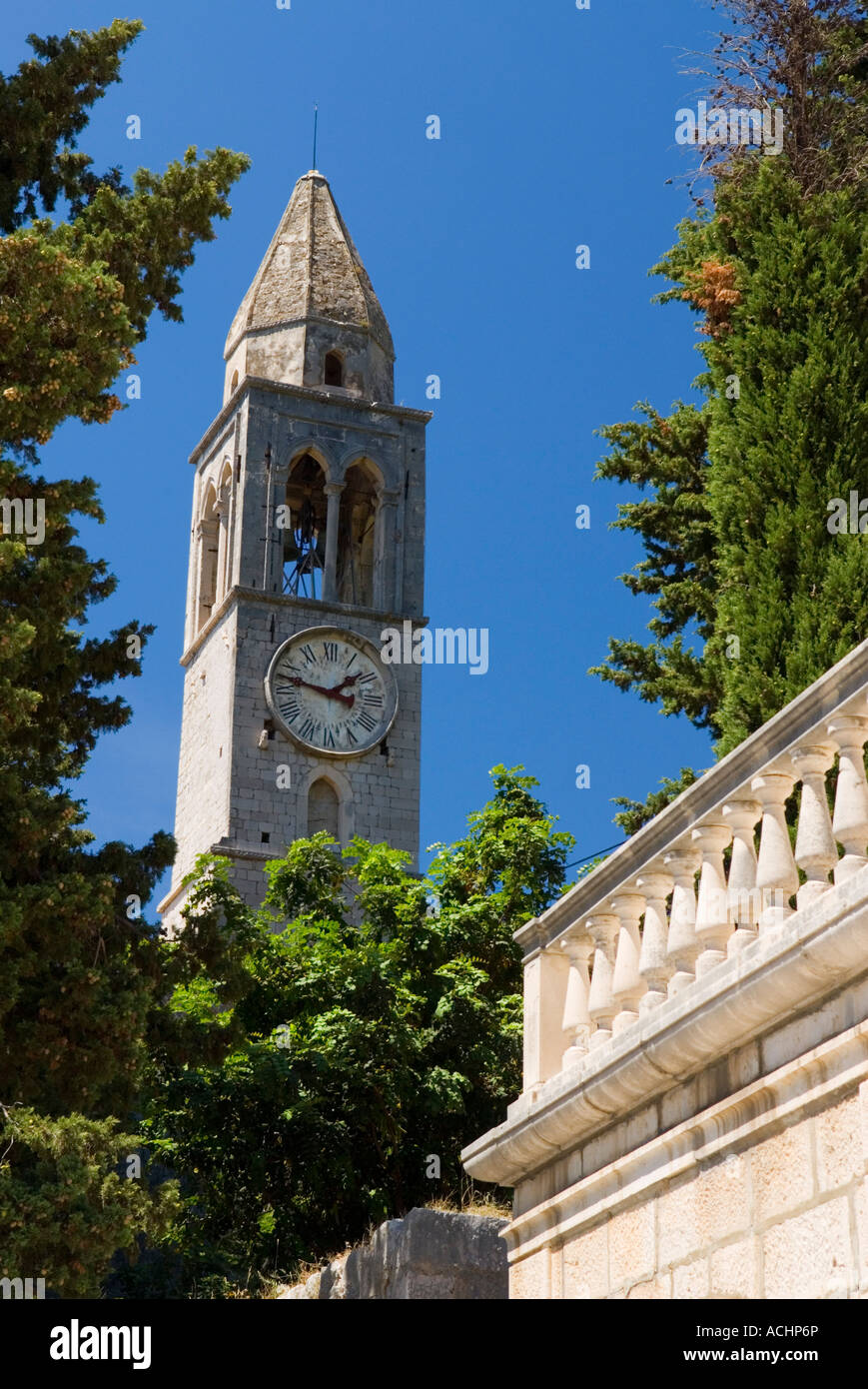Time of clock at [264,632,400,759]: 1:47
